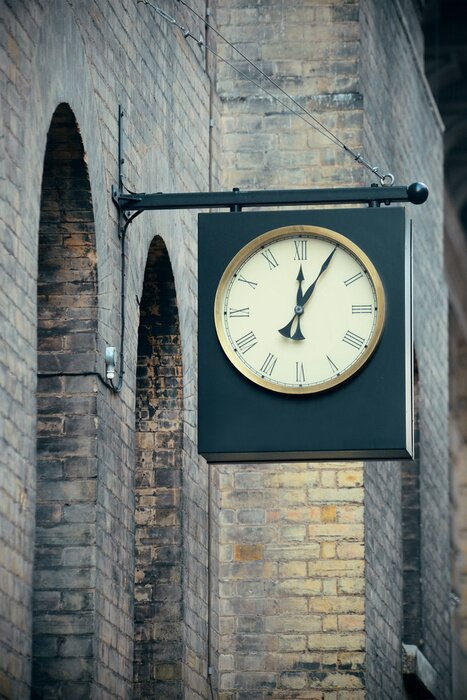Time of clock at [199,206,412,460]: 12:04
